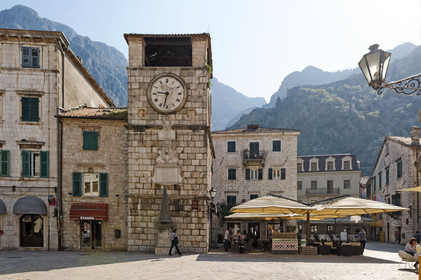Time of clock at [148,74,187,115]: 9:32
